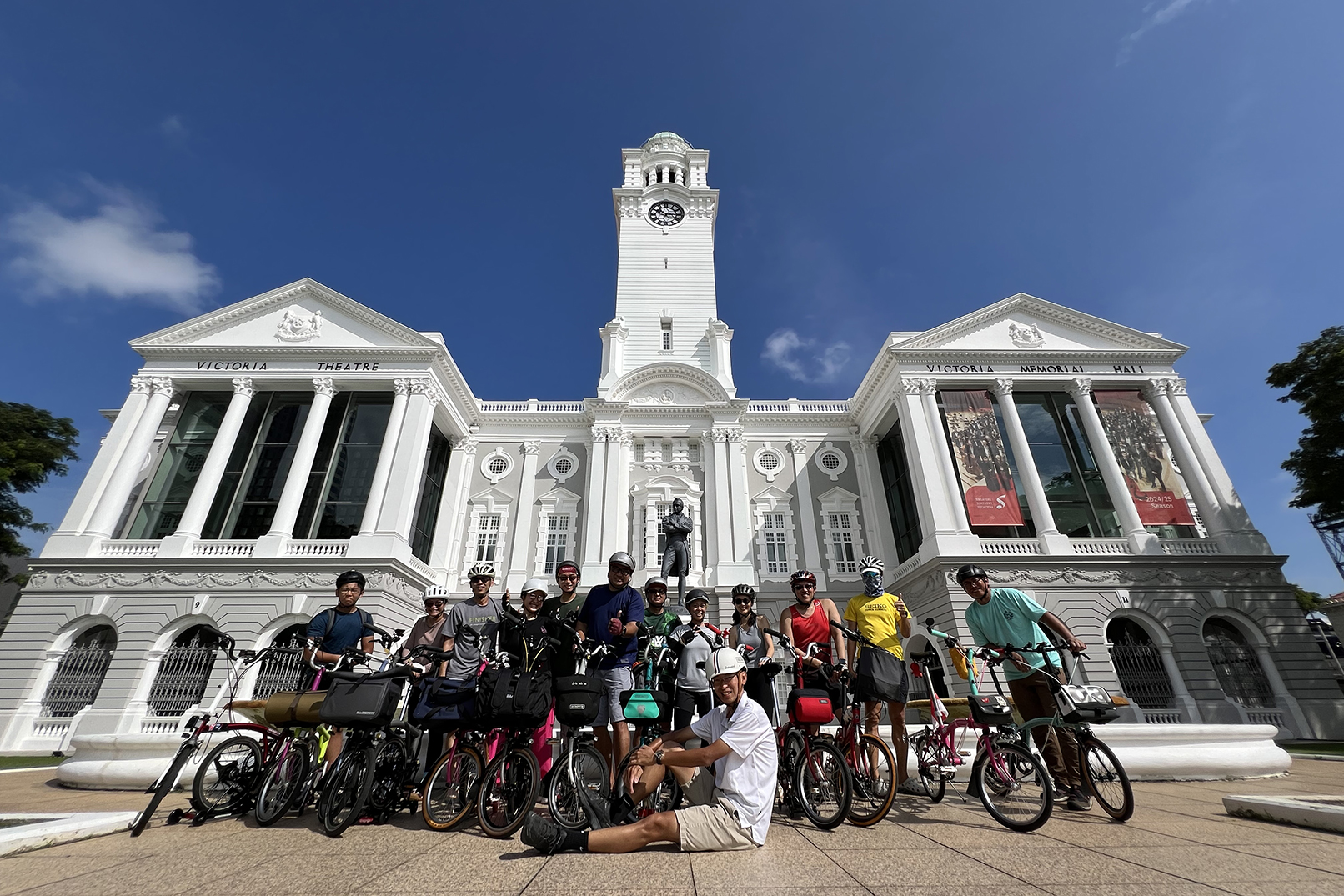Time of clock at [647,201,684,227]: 10:15
